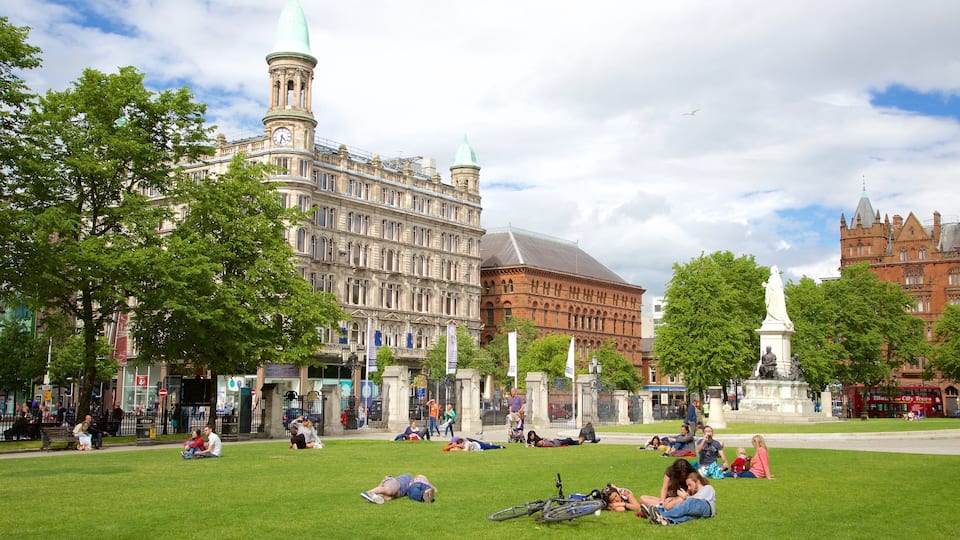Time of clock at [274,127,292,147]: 4:32
